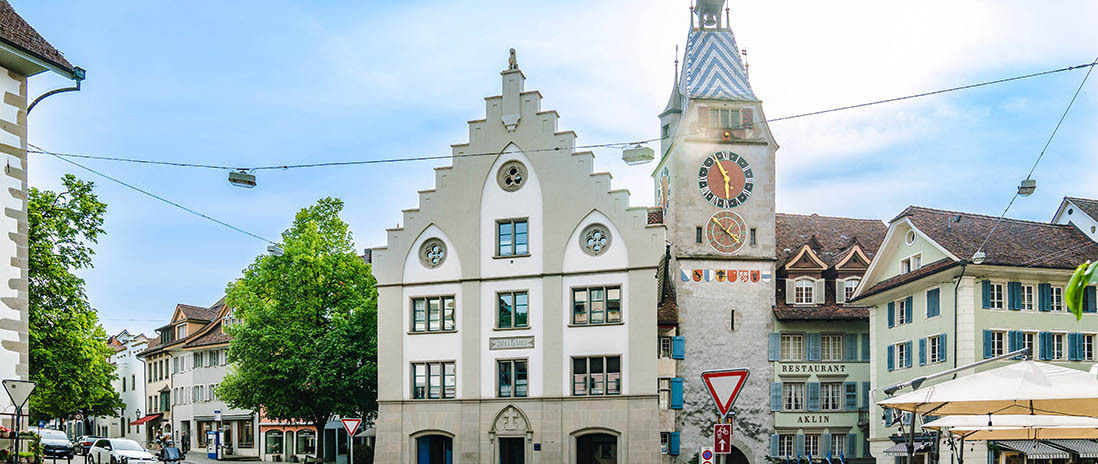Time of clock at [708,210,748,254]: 10:22
